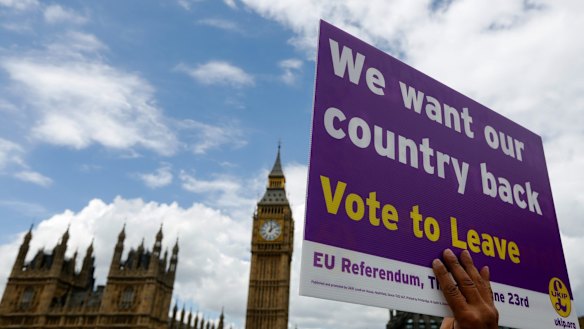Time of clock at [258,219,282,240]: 12:07
